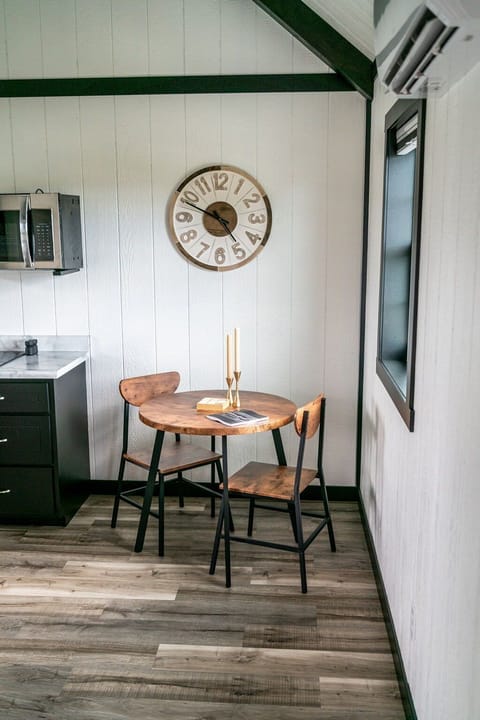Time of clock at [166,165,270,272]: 4:48
